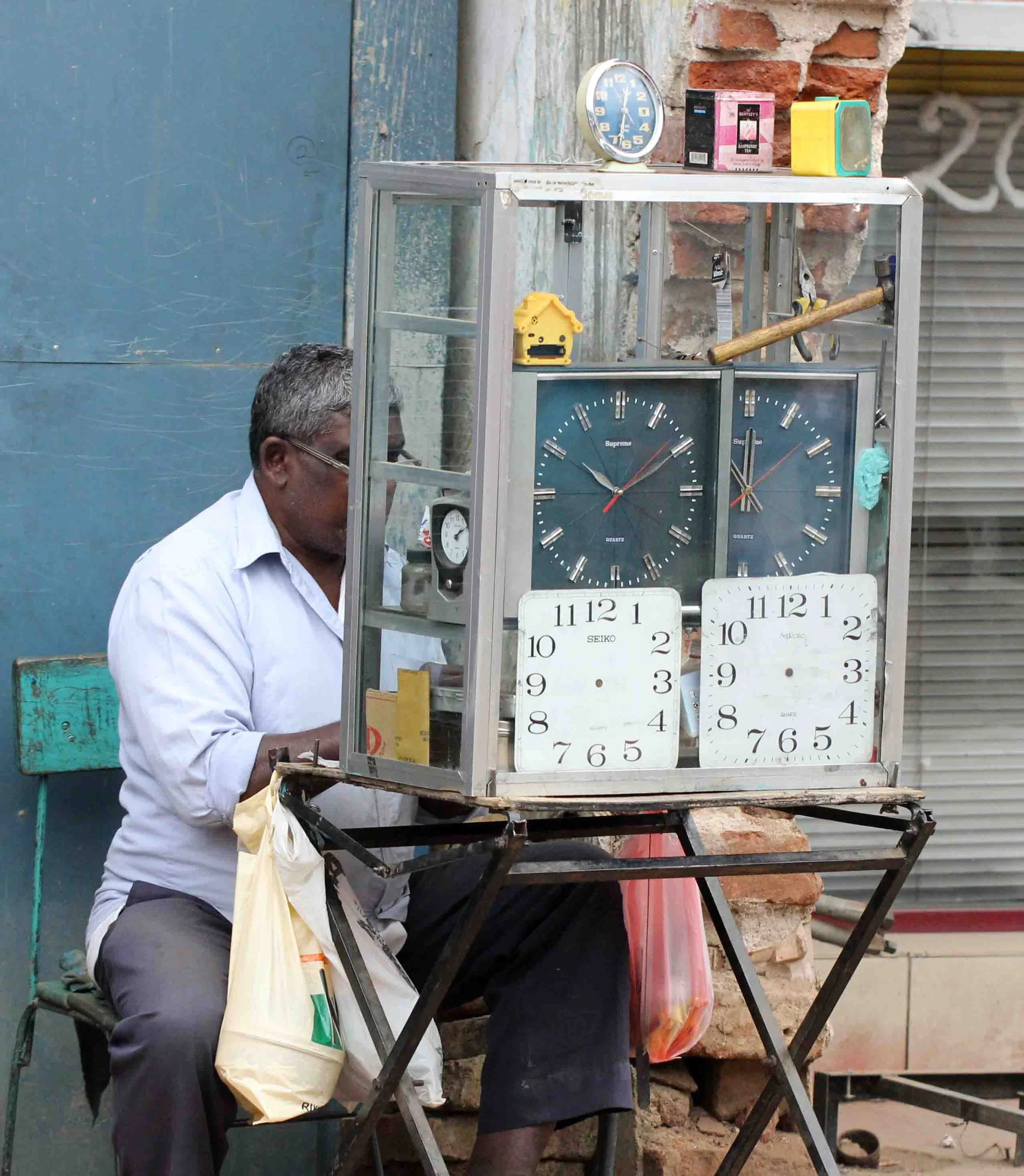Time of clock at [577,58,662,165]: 12:32
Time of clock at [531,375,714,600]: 10:09
